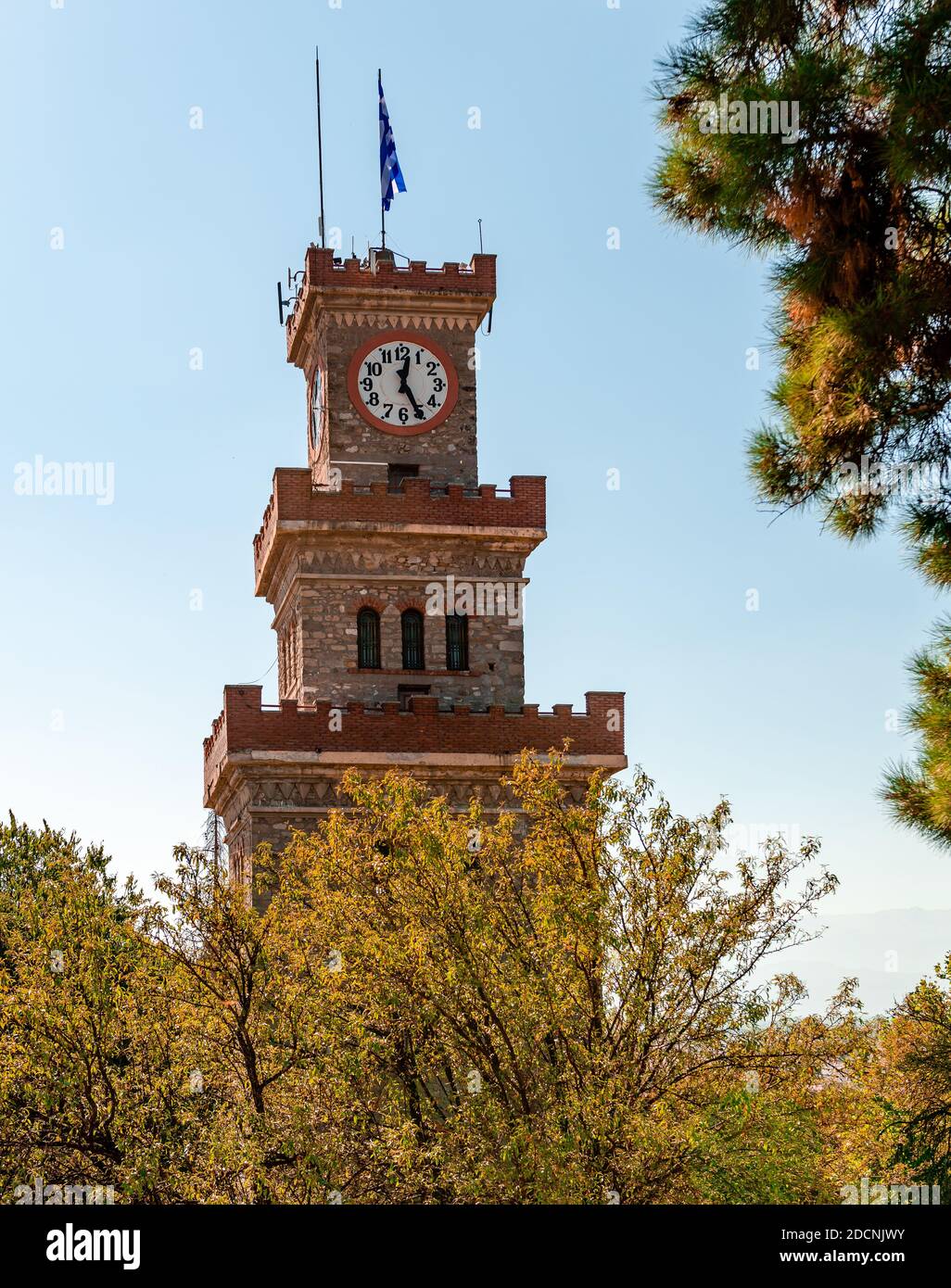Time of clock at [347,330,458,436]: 12:25
